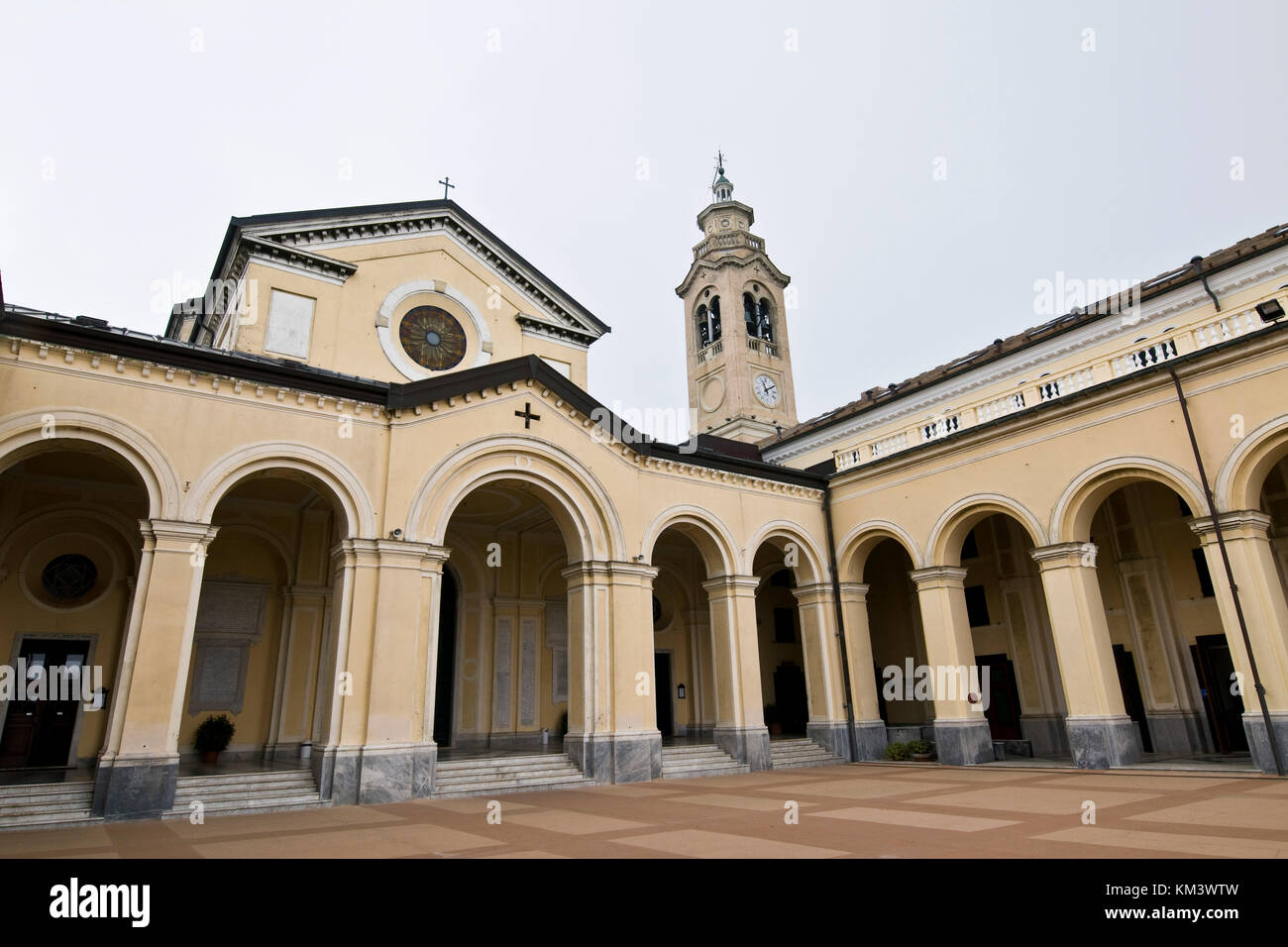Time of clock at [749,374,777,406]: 11:09
